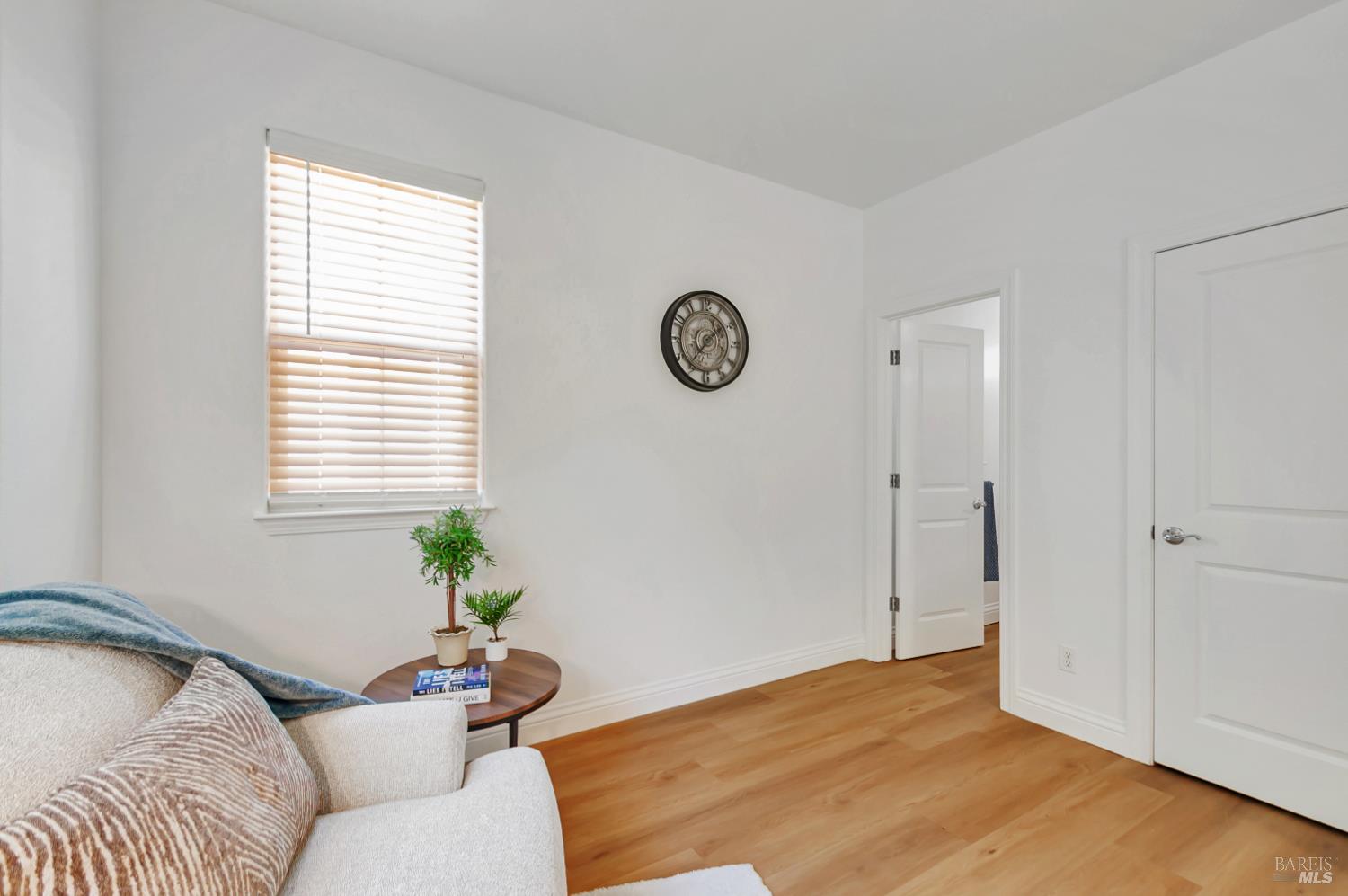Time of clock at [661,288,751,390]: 1:36
